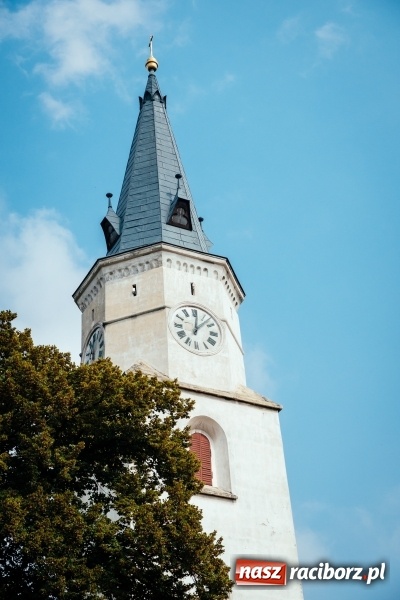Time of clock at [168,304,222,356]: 12:07
